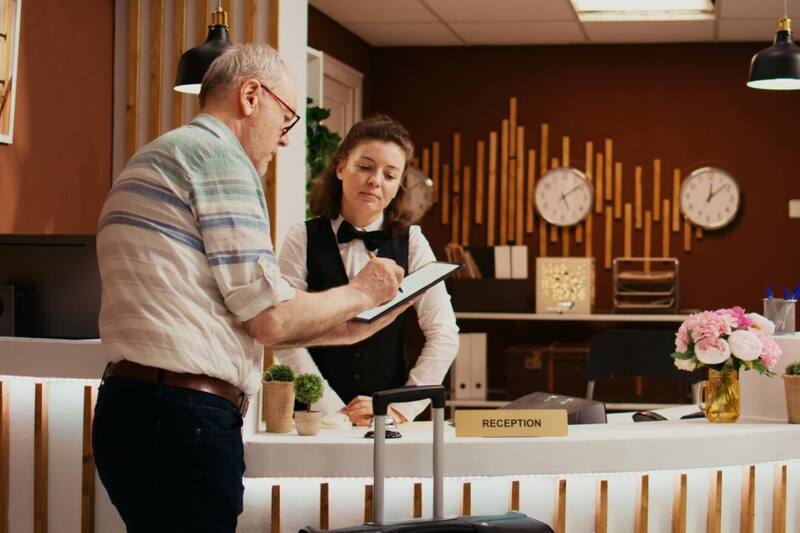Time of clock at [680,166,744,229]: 12:08
